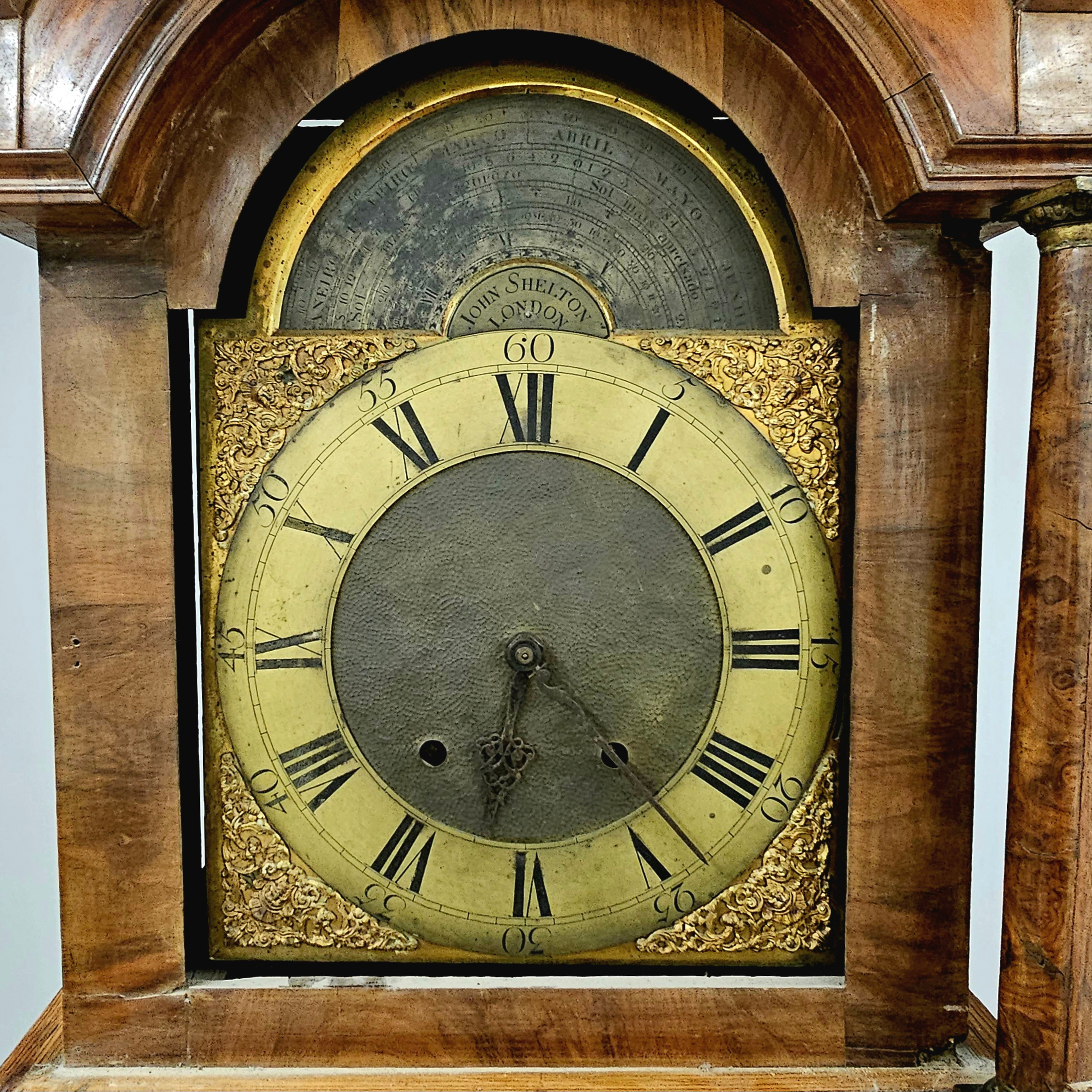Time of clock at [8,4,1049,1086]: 6:23
